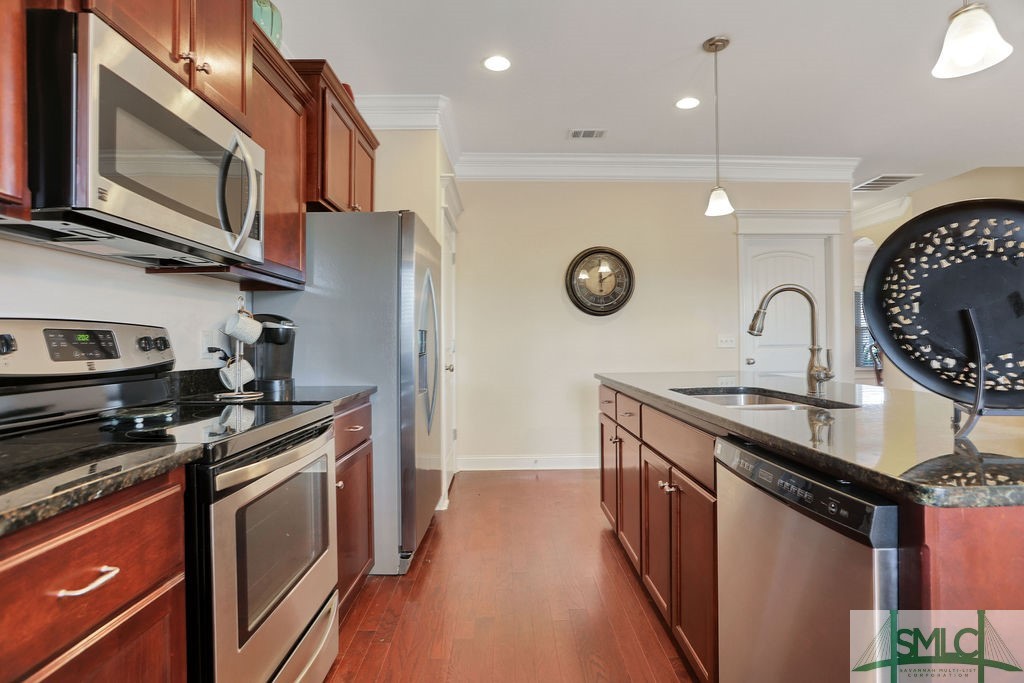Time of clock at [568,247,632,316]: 12:10
